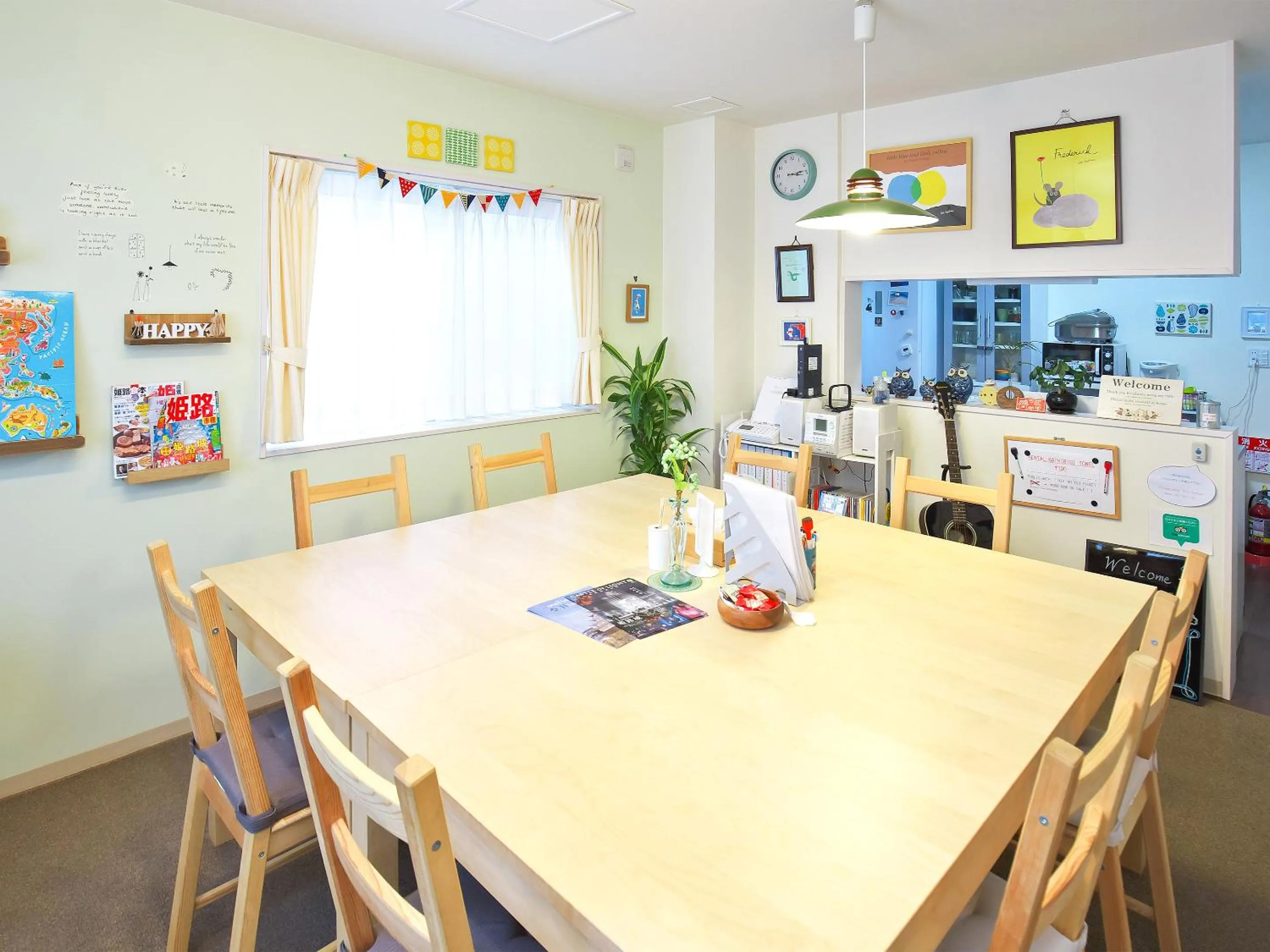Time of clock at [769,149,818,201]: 3:13
